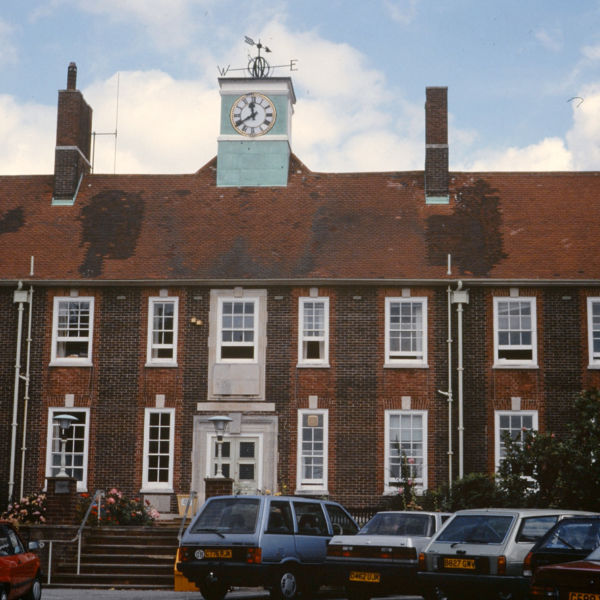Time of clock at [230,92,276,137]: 11:39
